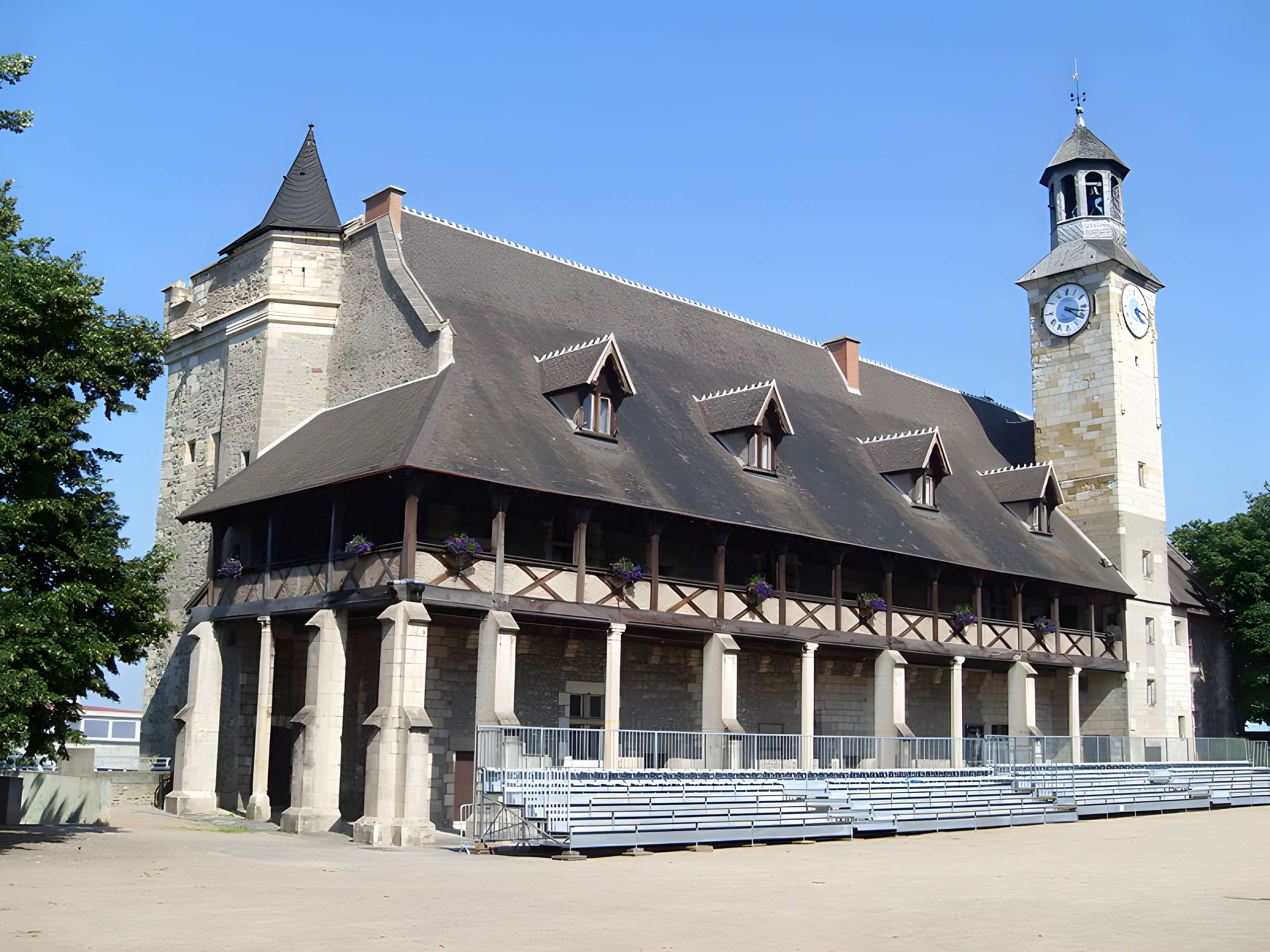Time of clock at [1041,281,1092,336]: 4:17
